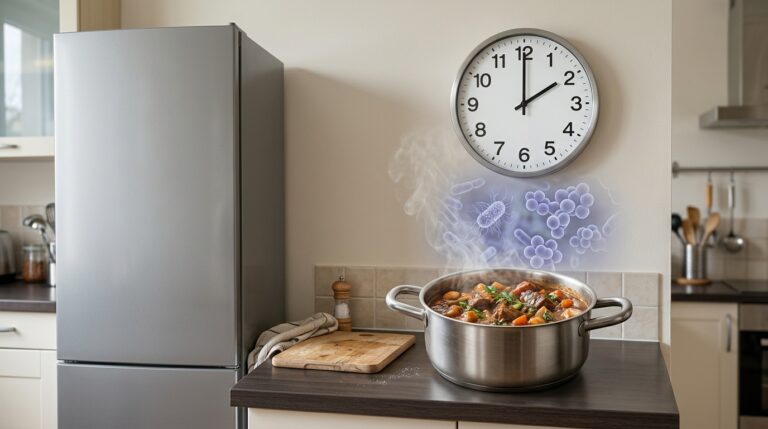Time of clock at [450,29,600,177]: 2:00
